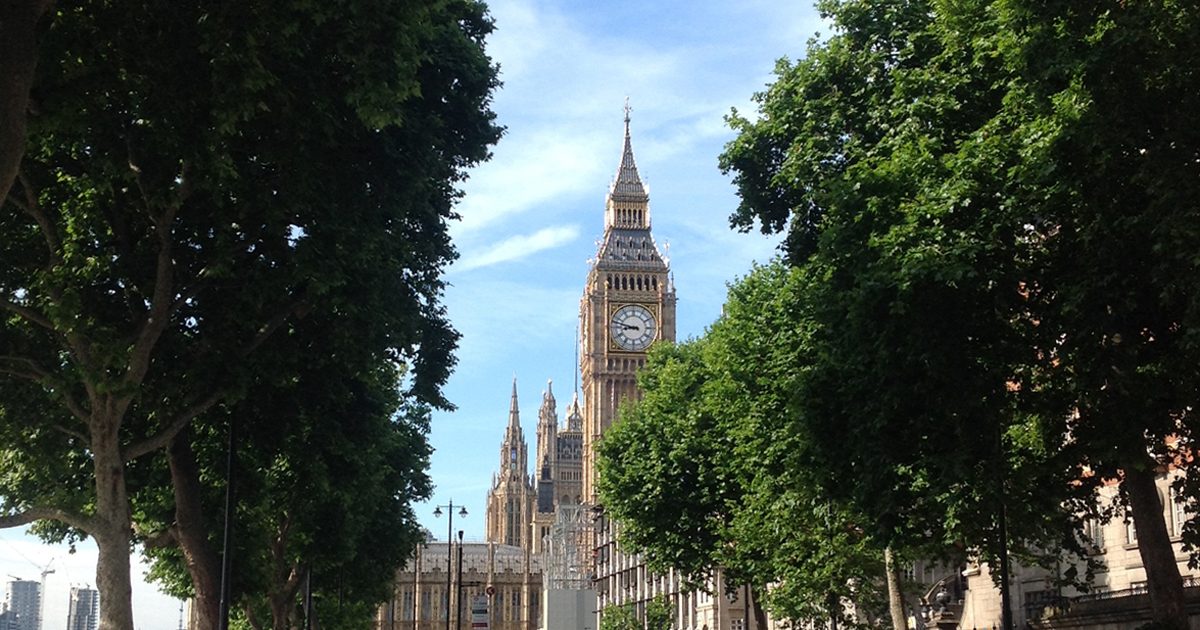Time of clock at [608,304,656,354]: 8:47
